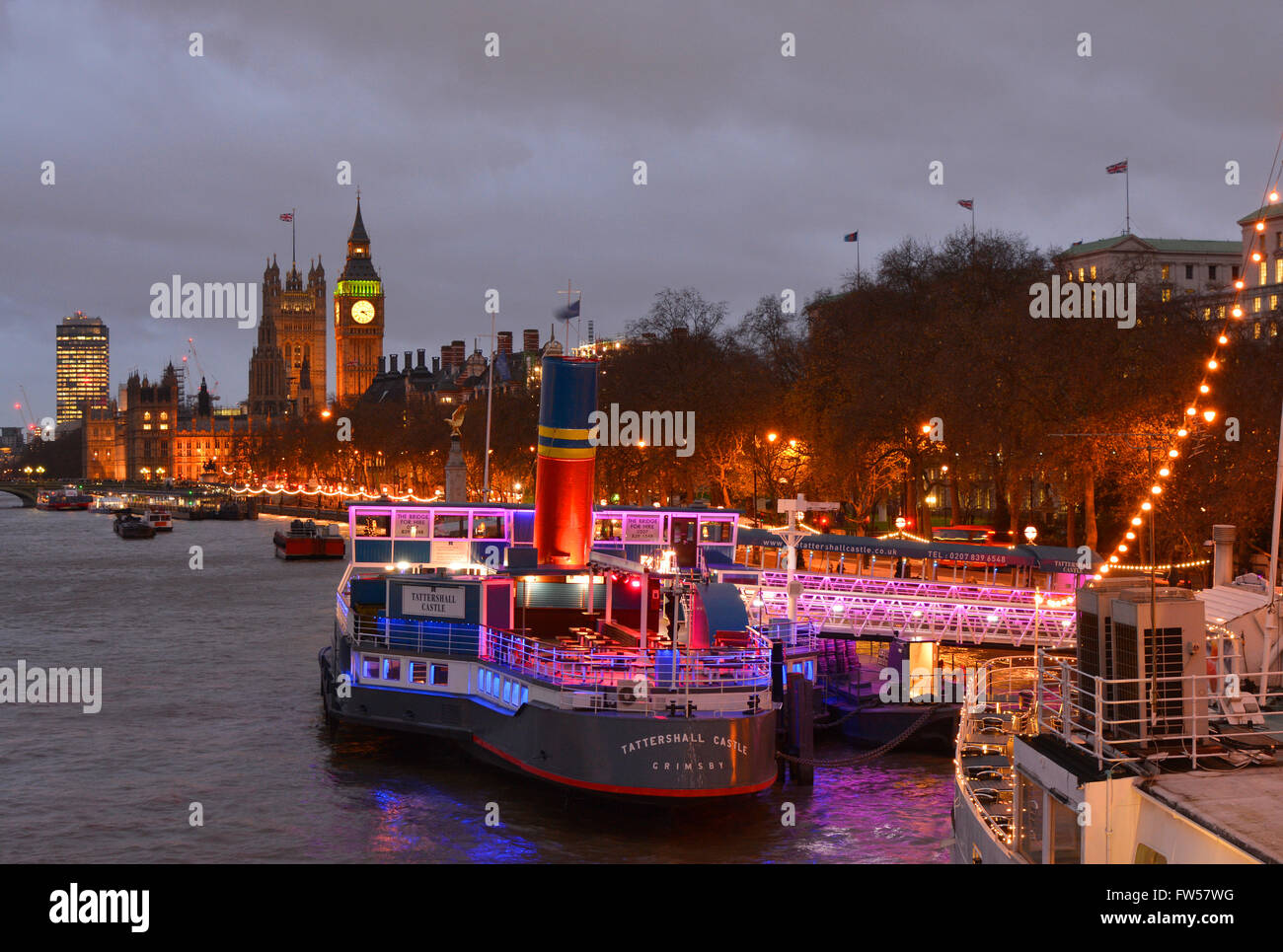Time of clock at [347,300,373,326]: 4:12
